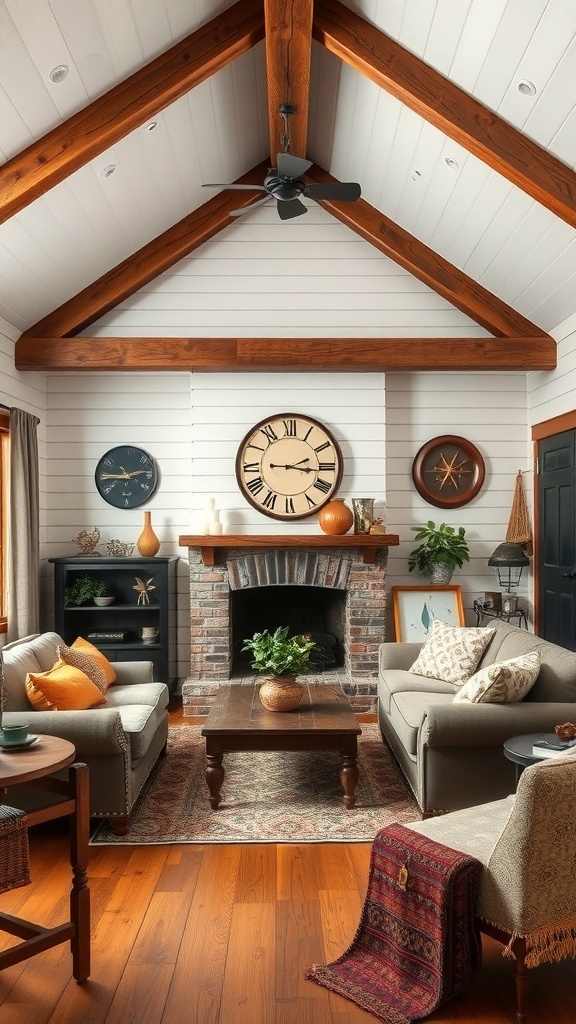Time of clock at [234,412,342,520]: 2:16
